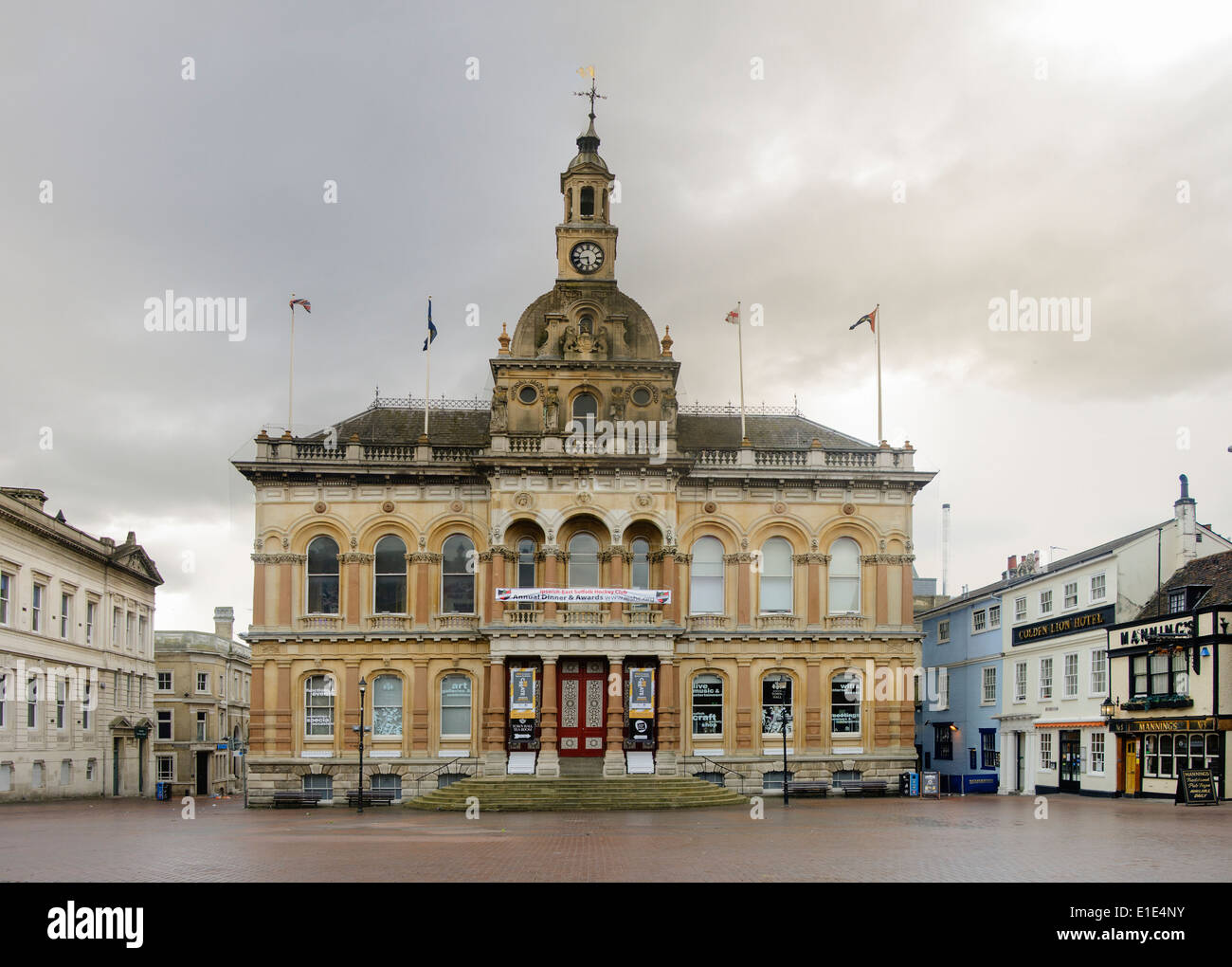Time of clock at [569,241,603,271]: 5:43
